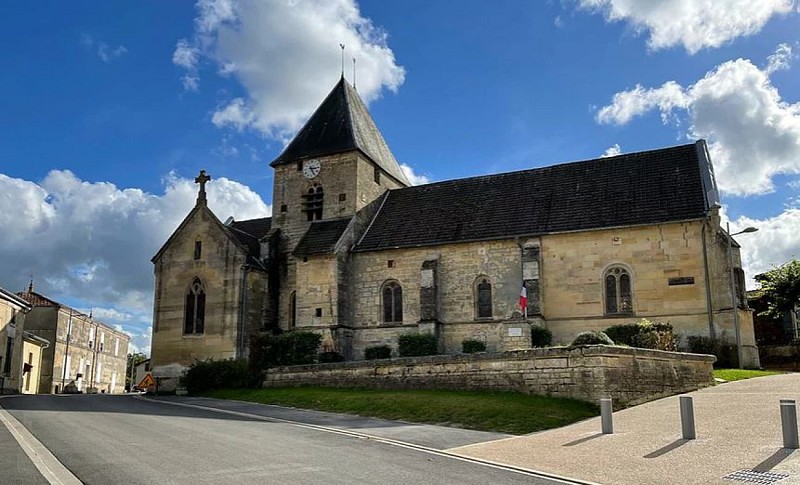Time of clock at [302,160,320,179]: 5:15
